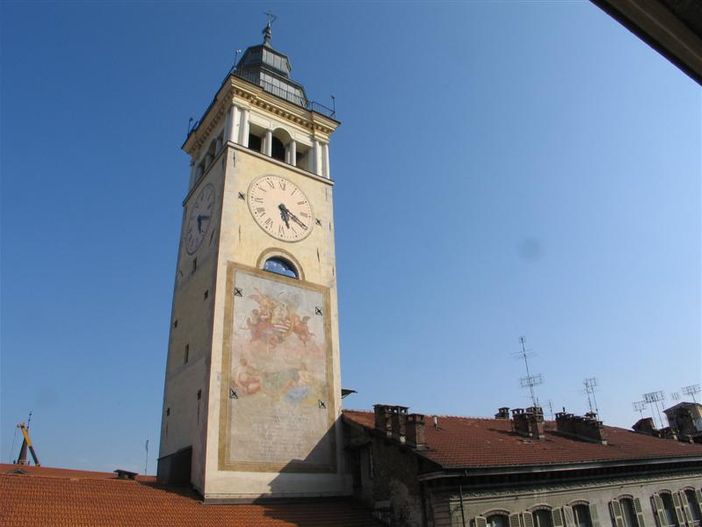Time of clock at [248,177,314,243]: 5:18
